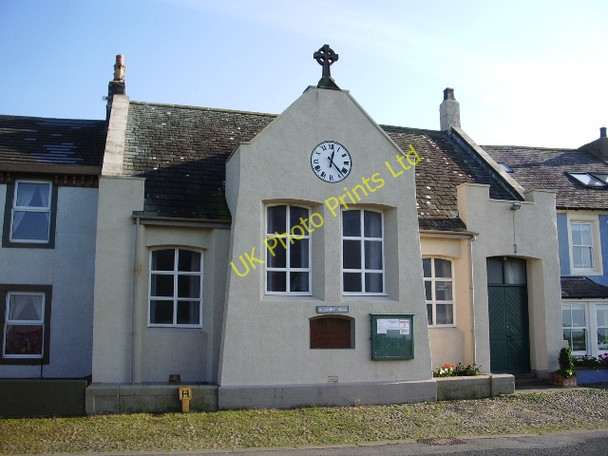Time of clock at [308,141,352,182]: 12:23
